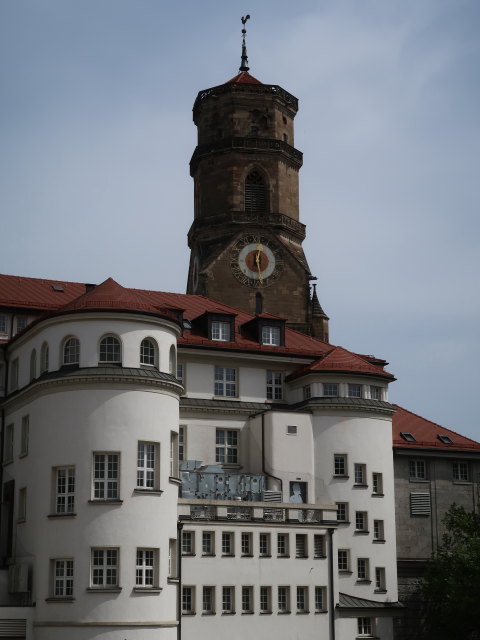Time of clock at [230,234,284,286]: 12:28
